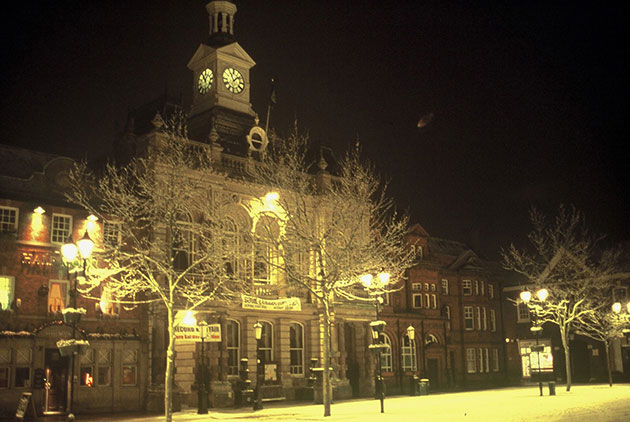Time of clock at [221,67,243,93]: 11:08
